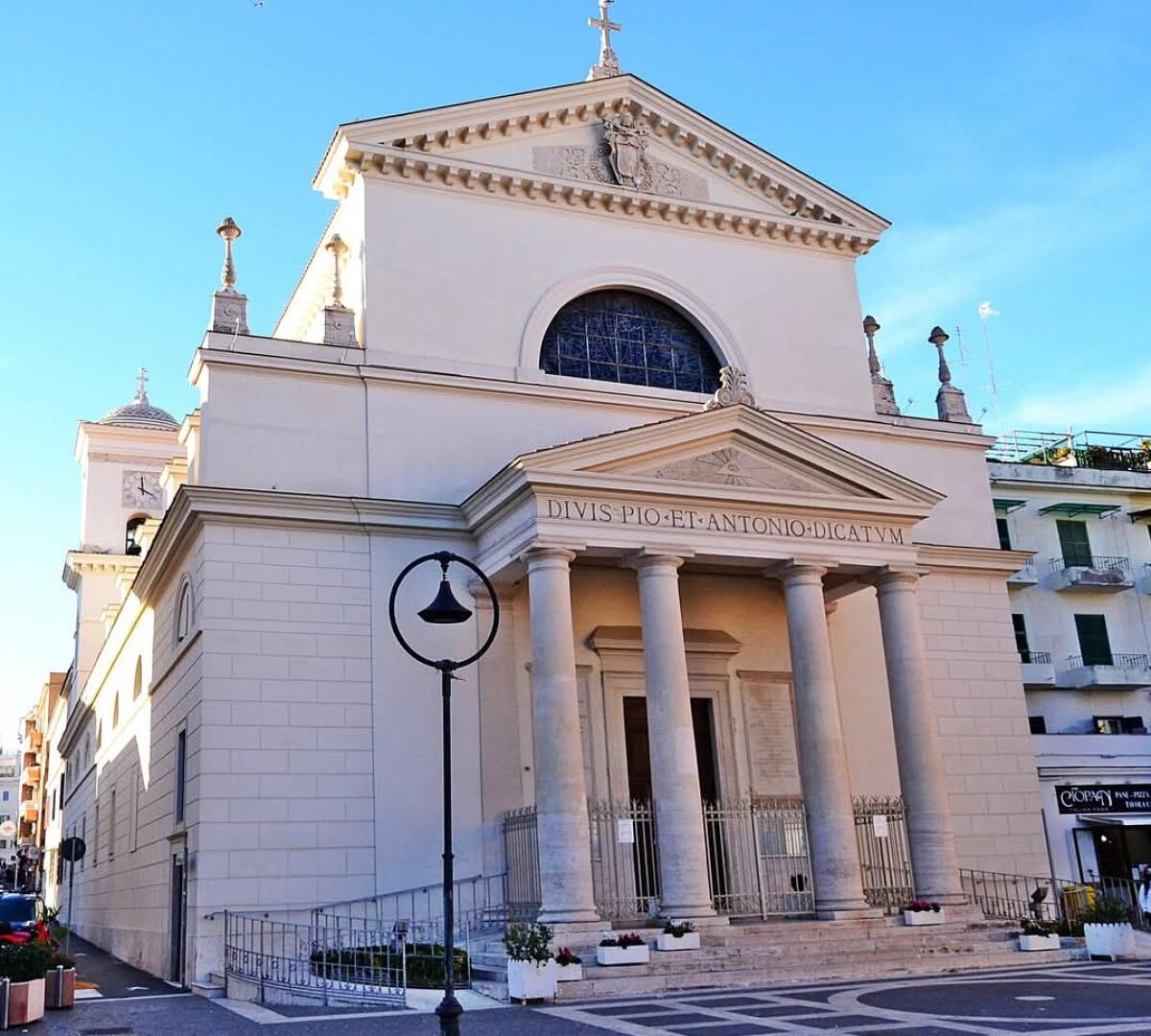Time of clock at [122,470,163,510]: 4:00
